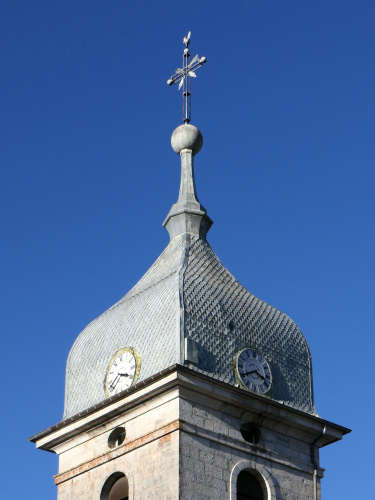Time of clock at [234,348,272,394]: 3:40
